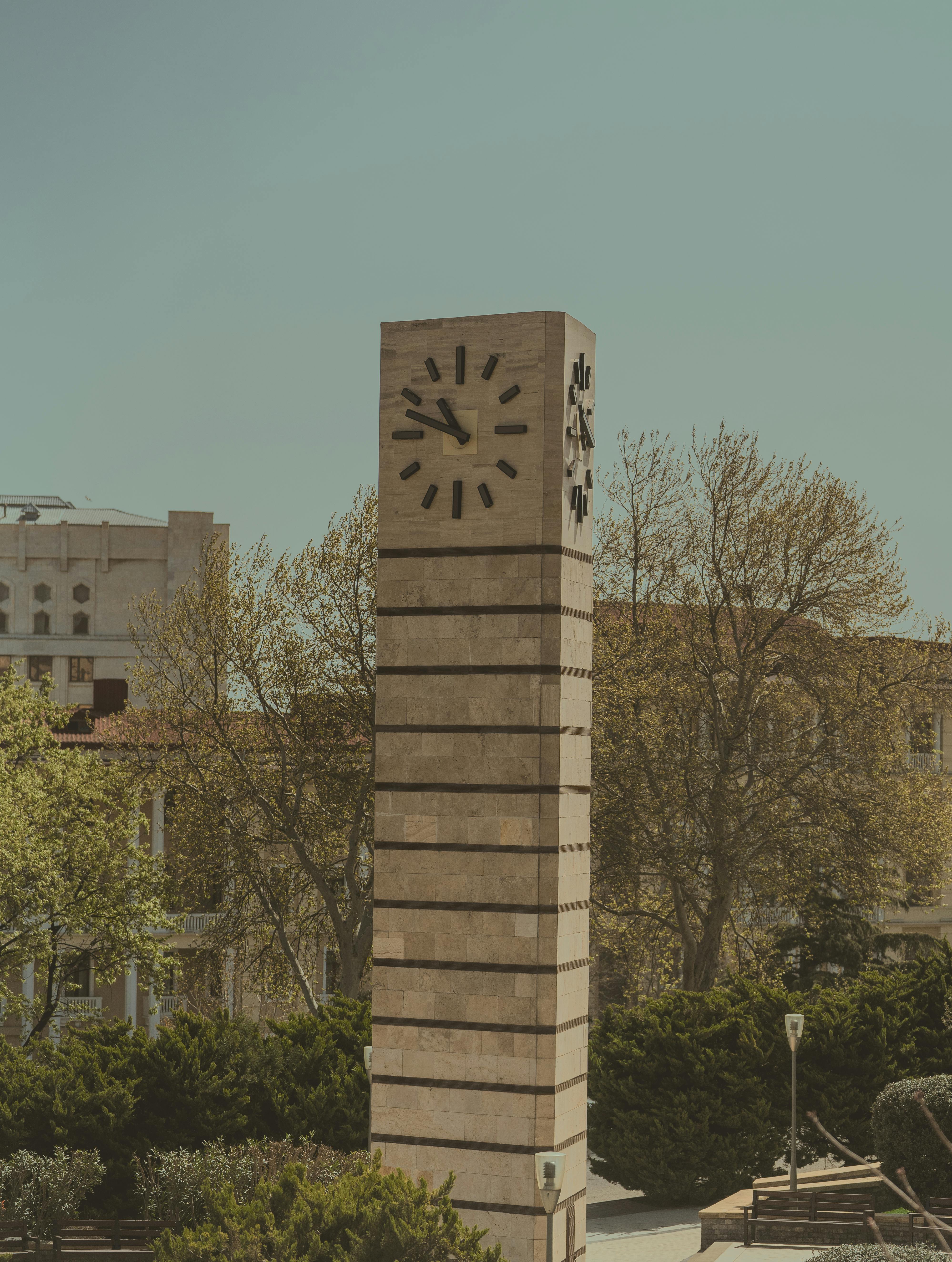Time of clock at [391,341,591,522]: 10:48
